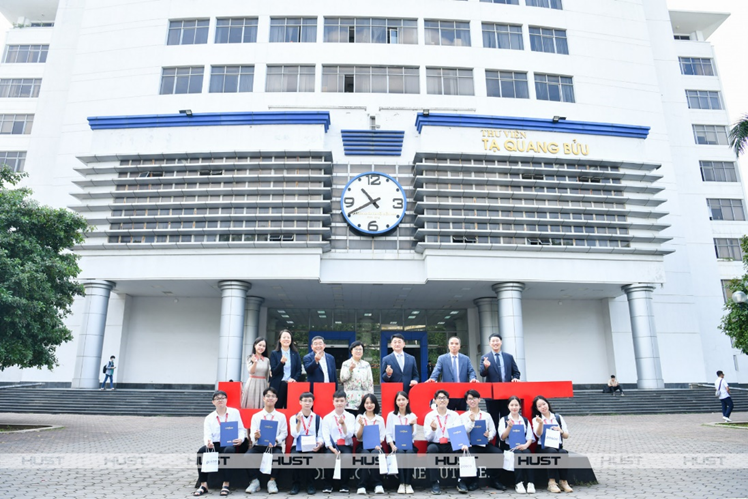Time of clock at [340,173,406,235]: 10:40
